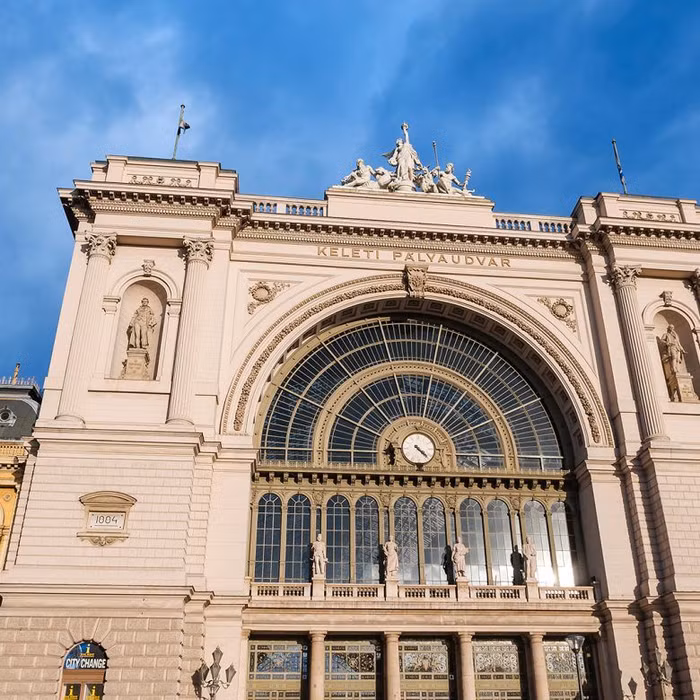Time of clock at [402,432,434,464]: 4:22
